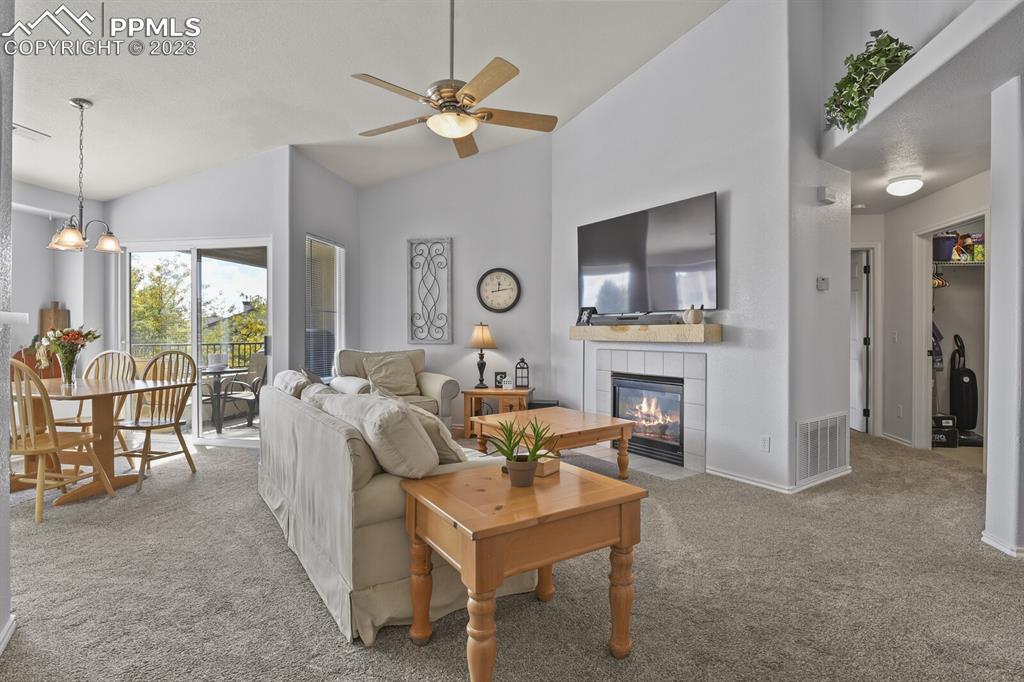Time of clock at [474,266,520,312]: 12:13
